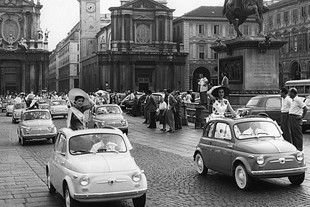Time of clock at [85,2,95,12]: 7:32
